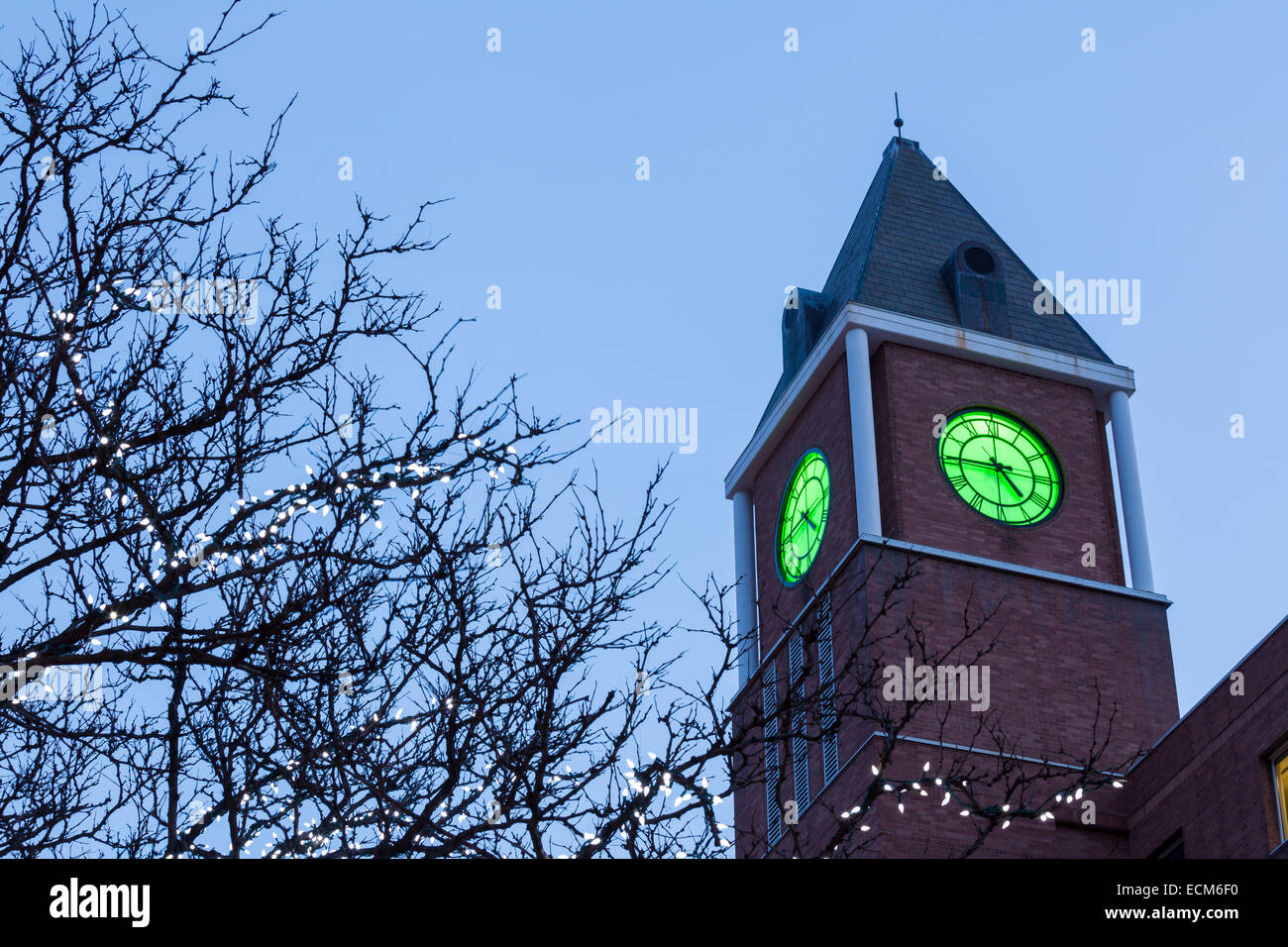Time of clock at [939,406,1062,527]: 4:44
